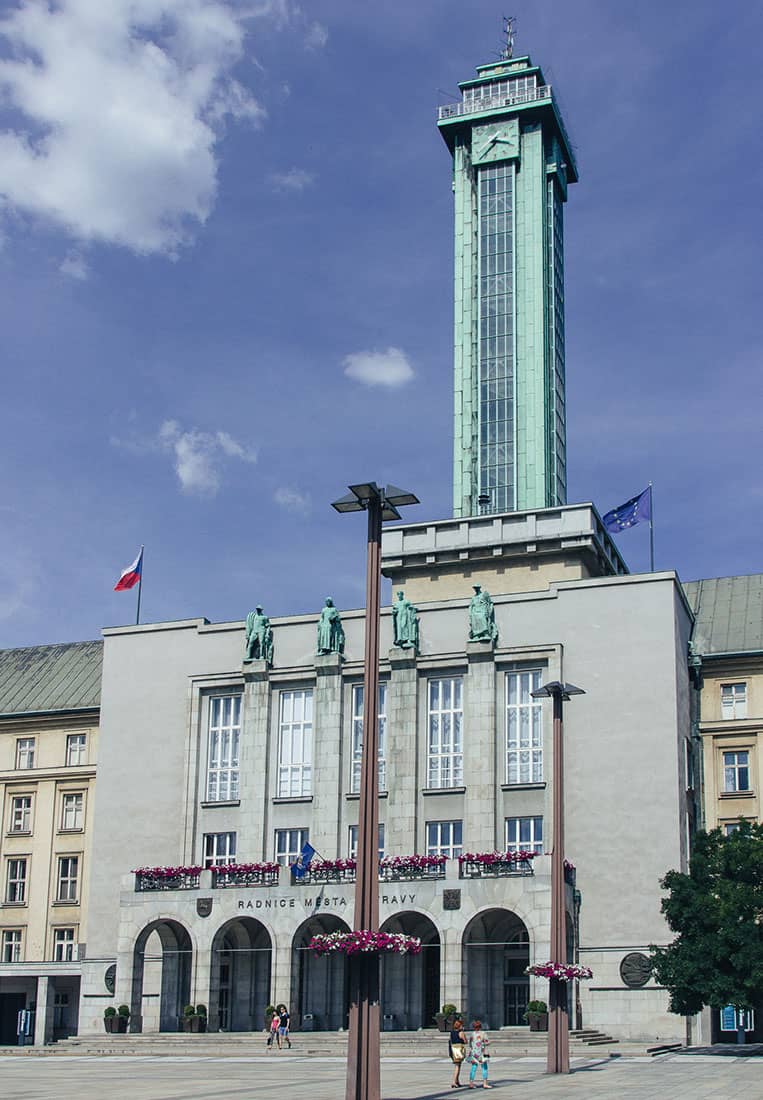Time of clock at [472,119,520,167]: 3:37
